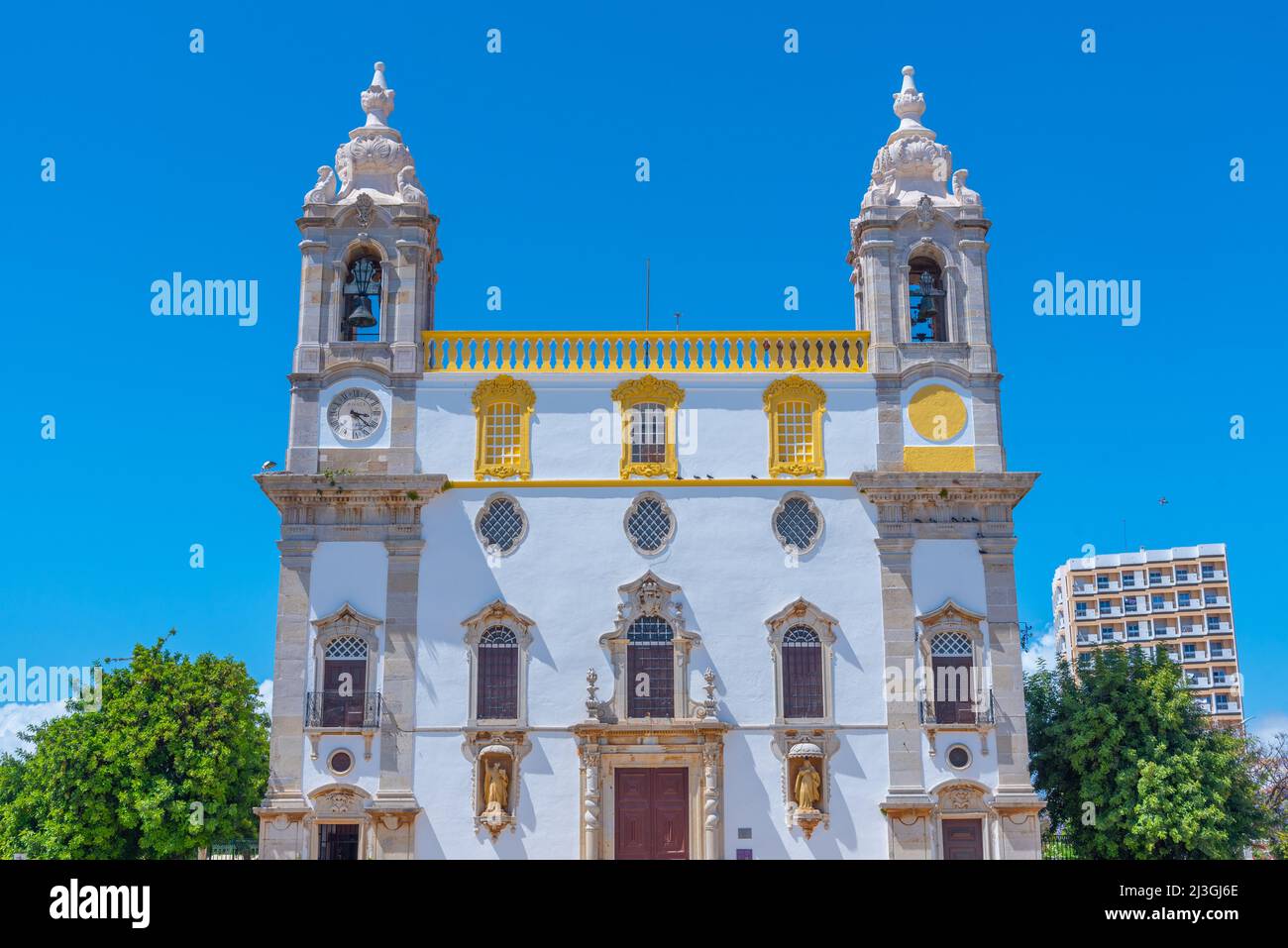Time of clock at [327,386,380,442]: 3:22
